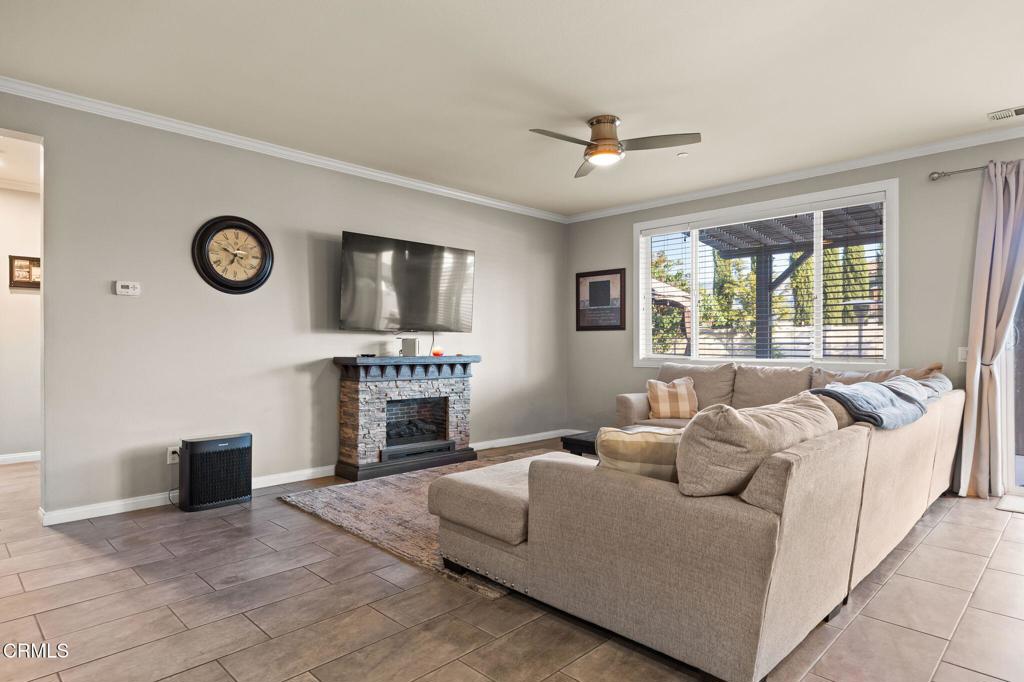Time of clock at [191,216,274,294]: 6:49
